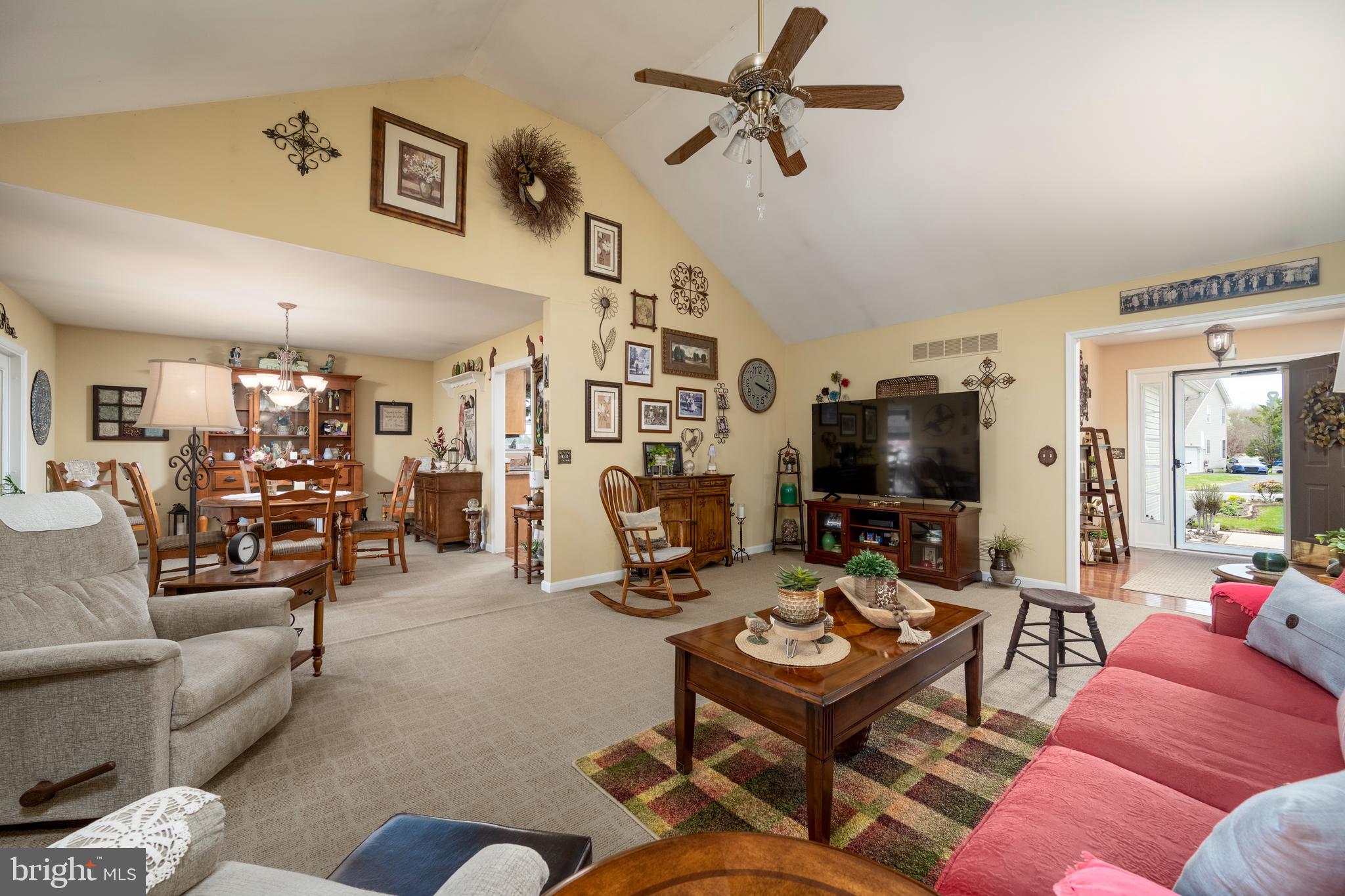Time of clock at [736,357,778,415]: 3:17
